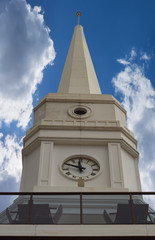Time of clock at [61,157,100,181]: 11:48
